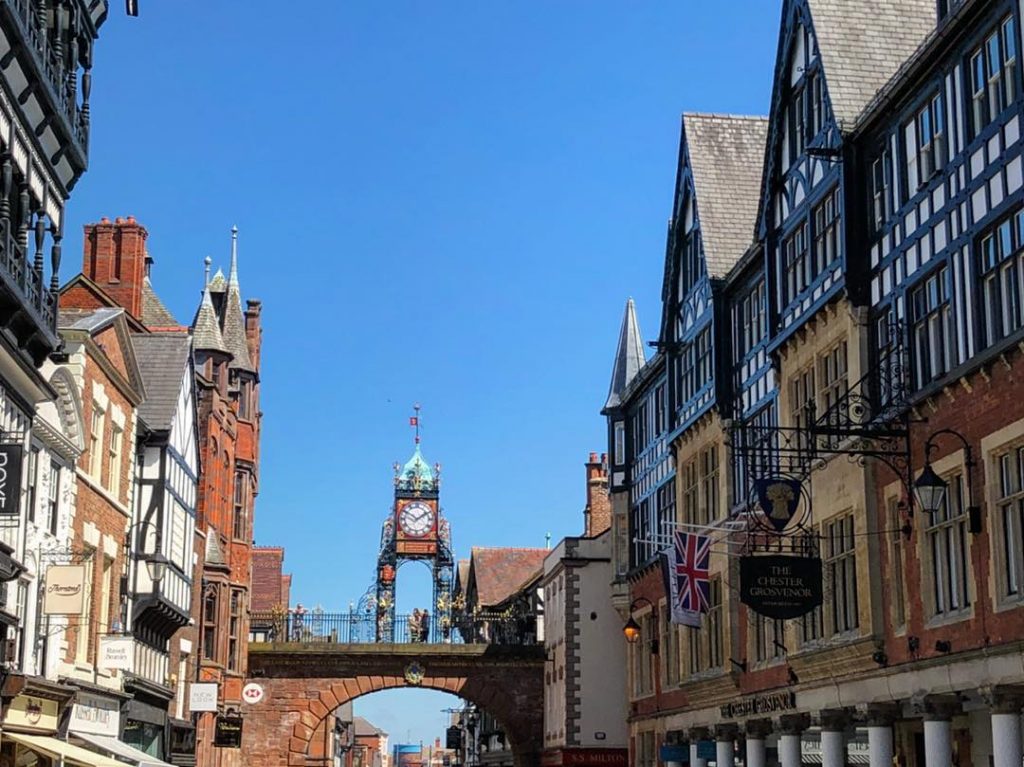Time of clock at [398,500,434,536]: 1:50
